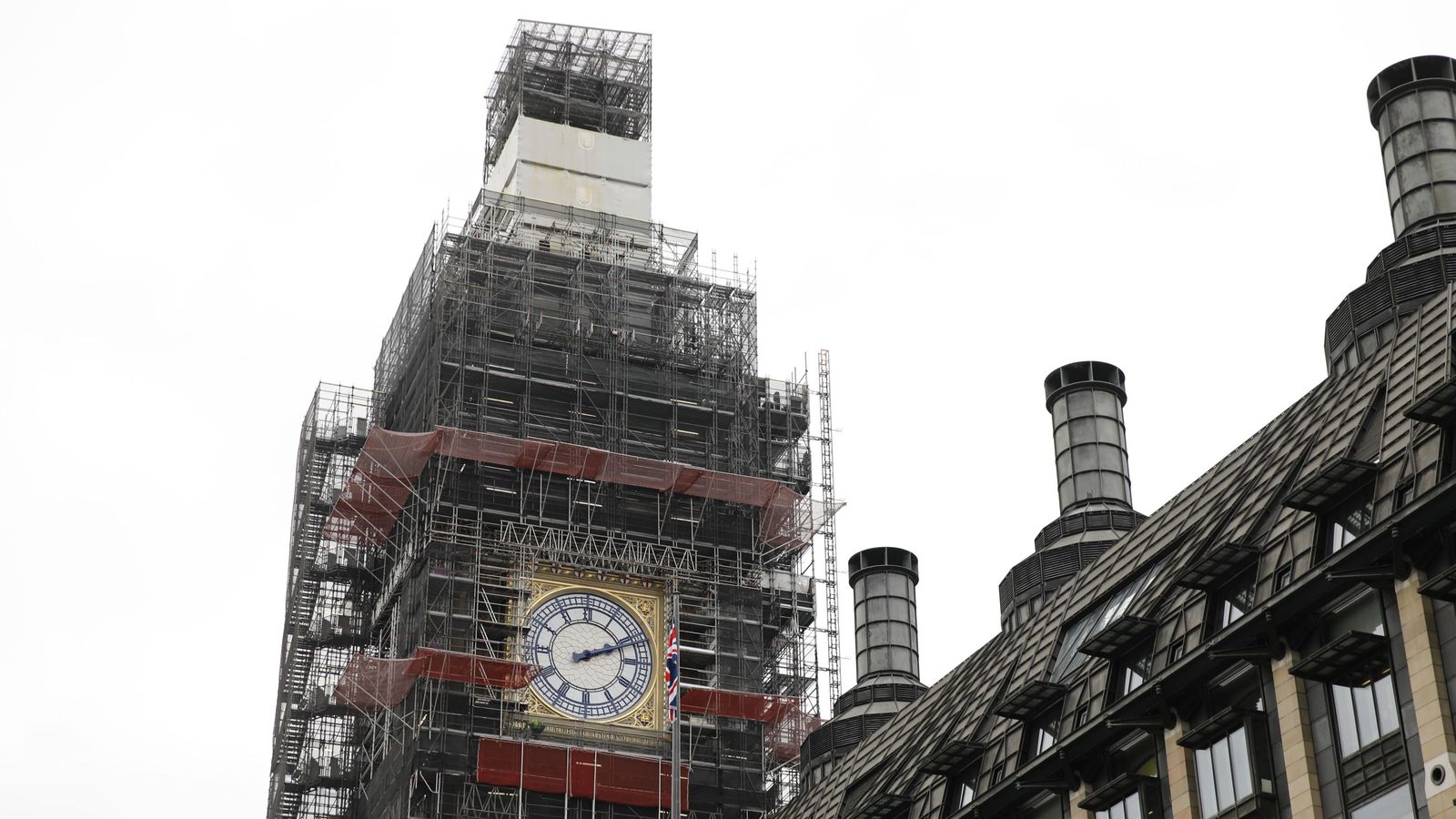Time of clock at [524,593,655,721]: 2:11
